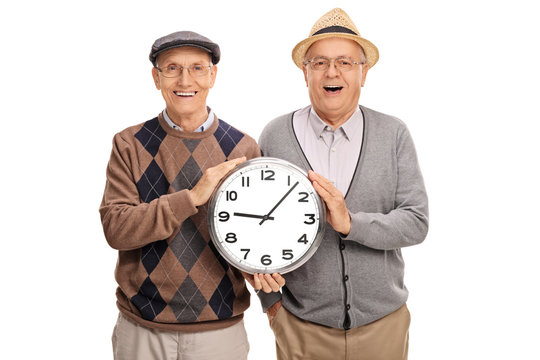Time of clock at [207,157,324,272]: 9:07
